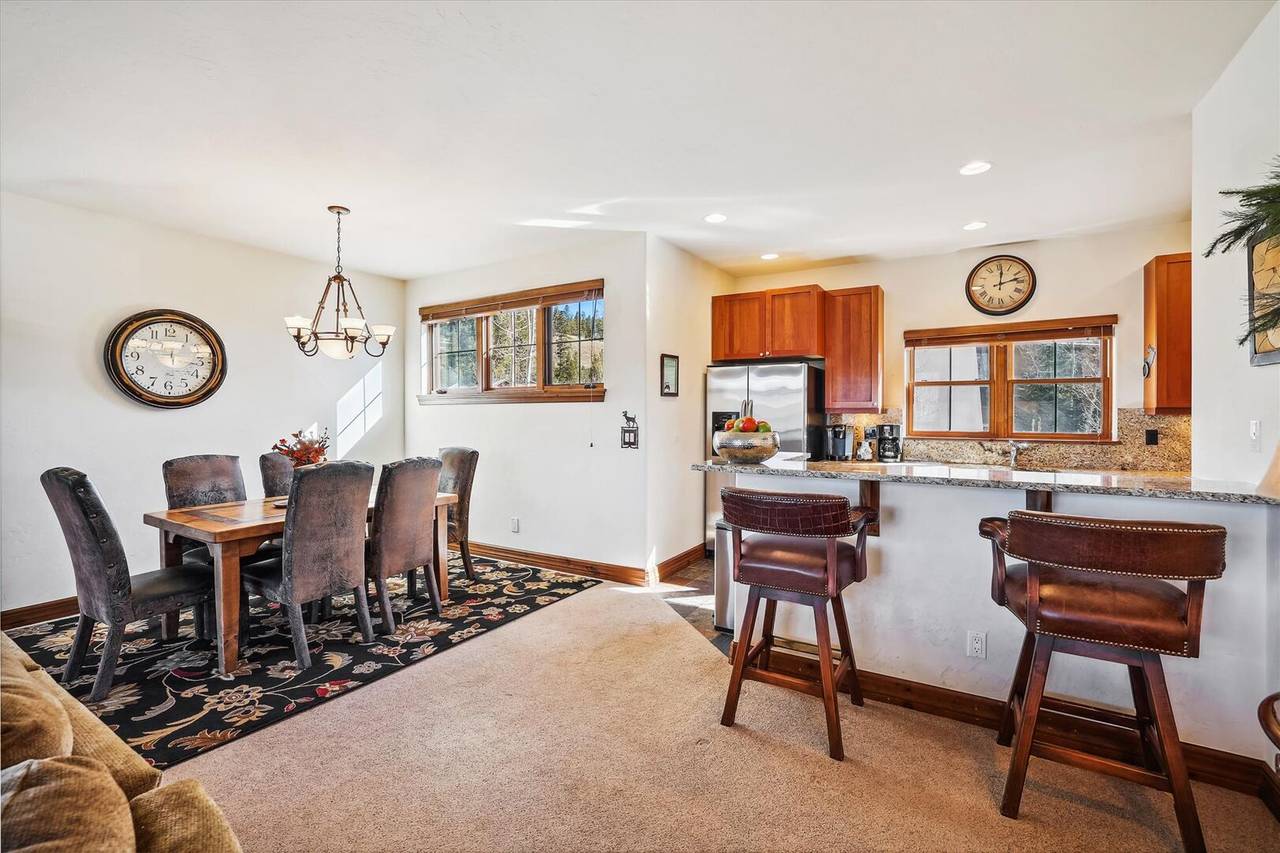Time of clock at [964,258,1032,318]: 12:12
